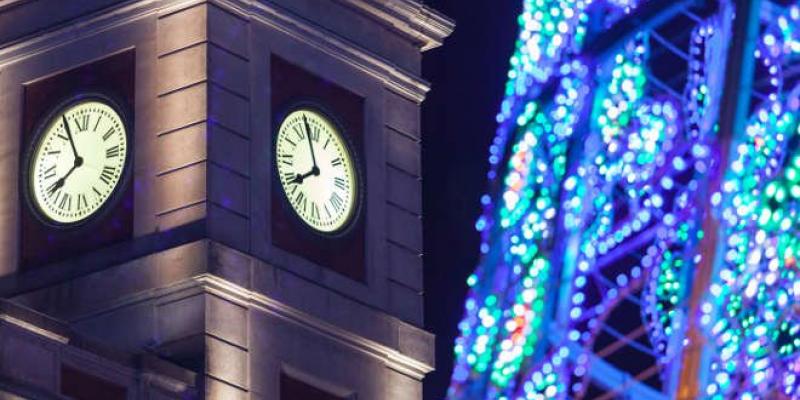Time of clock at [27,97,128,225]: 7:55
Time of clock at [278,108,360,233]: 7:57
